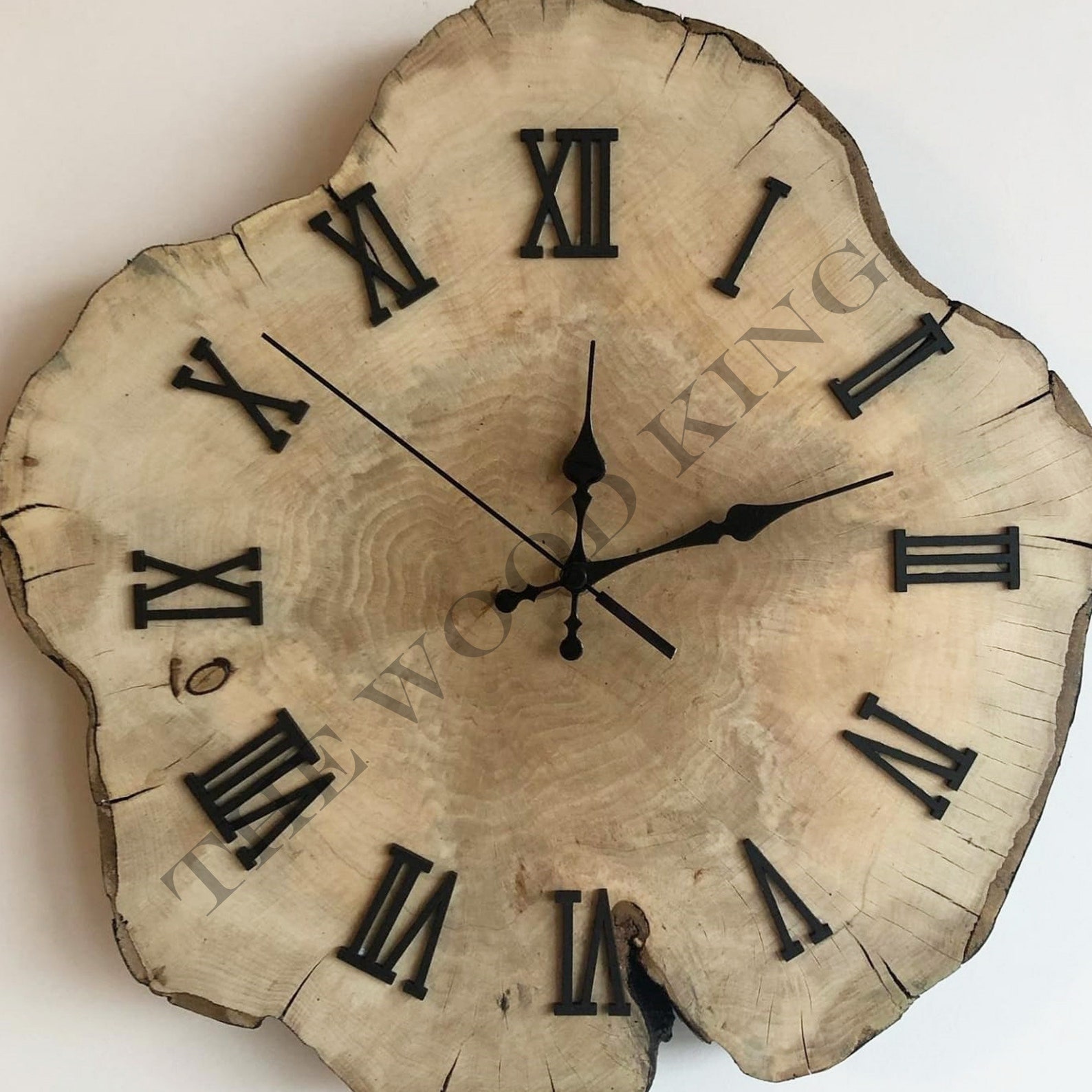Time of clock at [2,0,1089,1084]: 12:12
